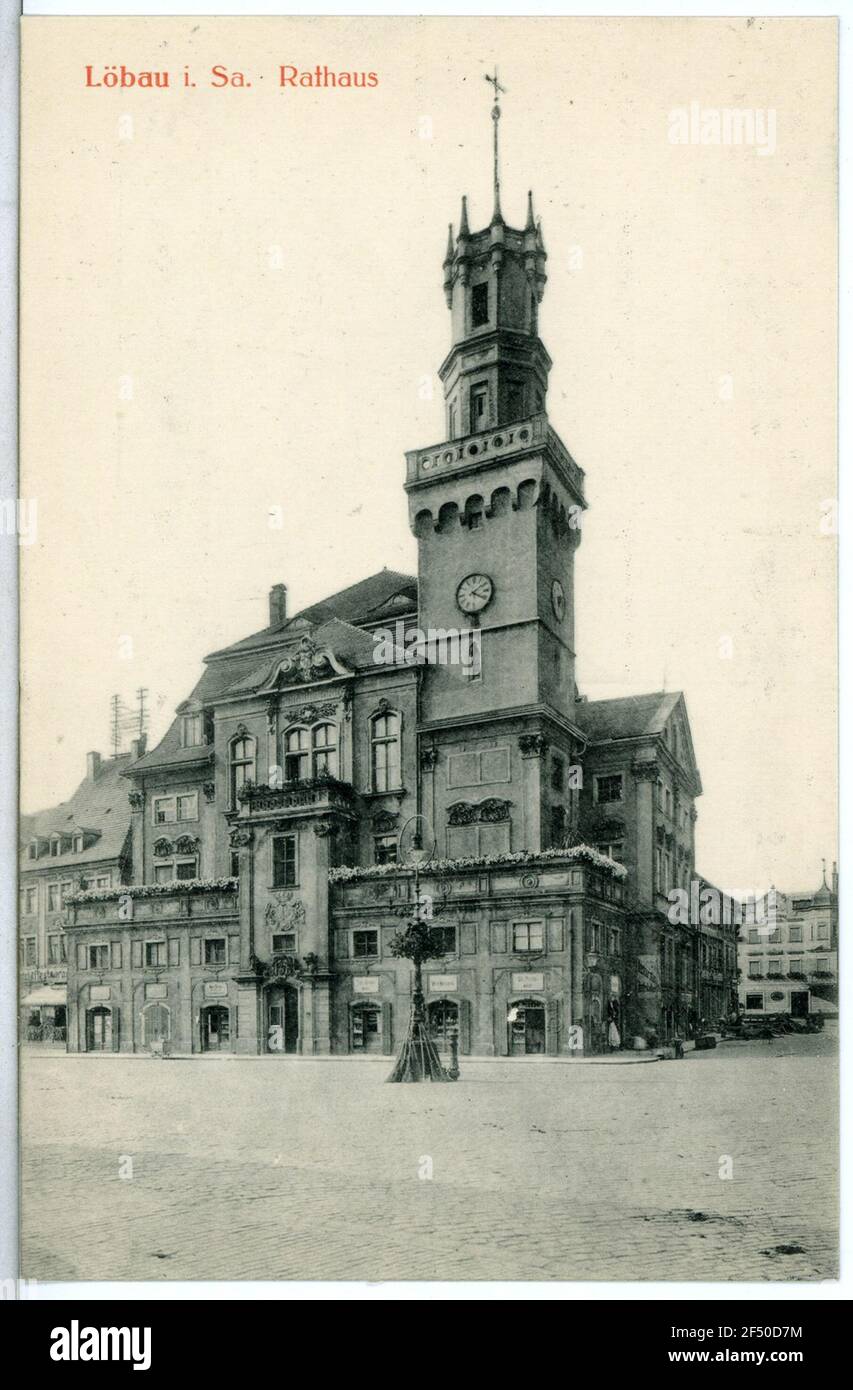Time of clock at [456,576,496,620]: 4:09
